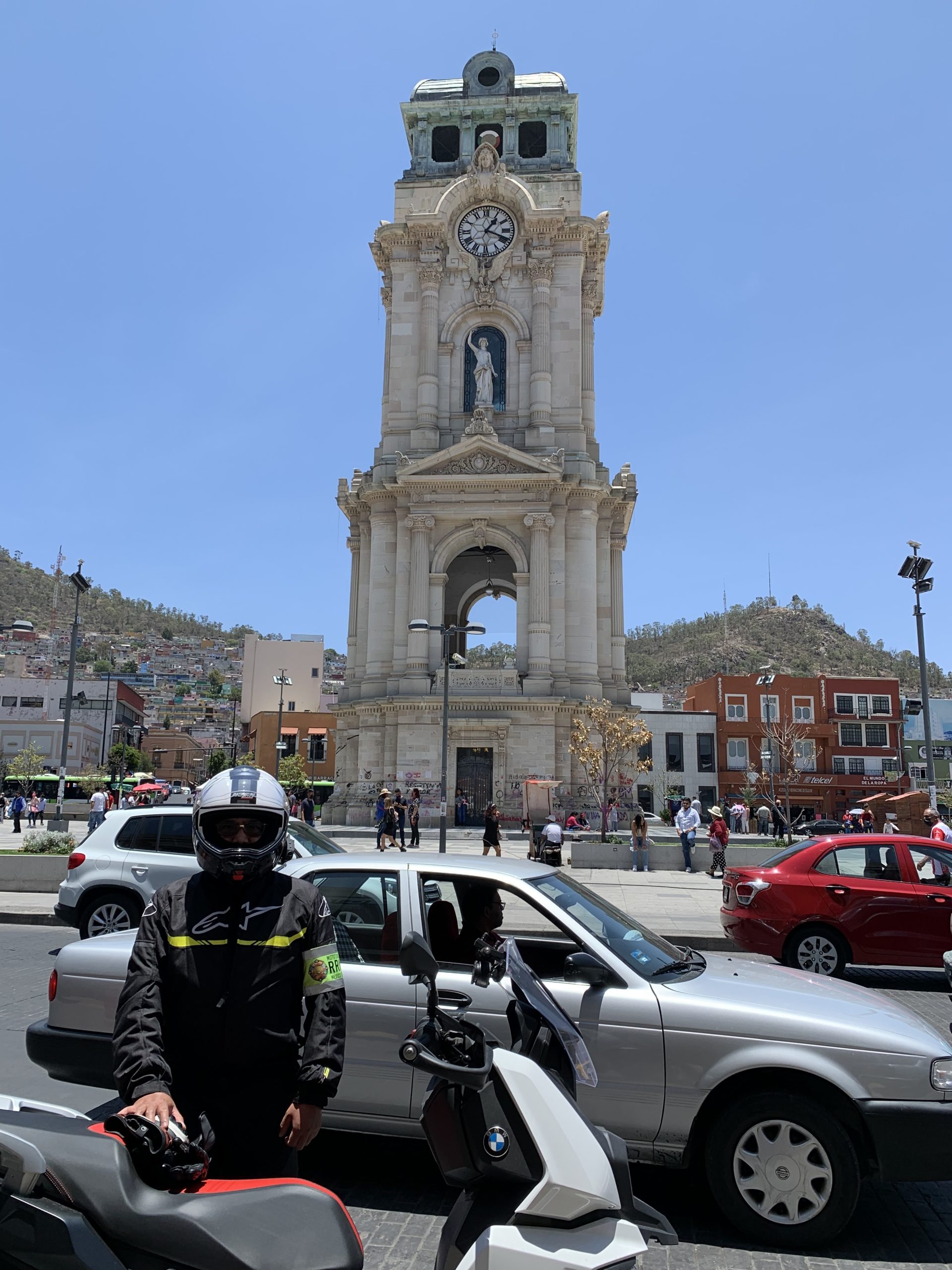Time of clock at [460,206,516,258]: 1:18
